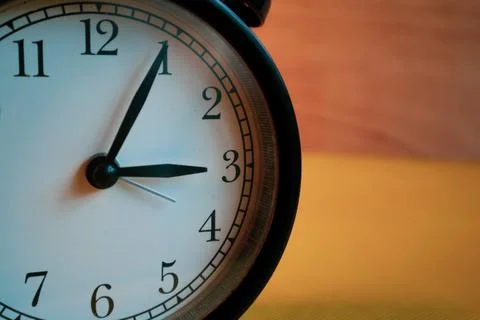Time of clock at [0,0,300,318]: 3:04
